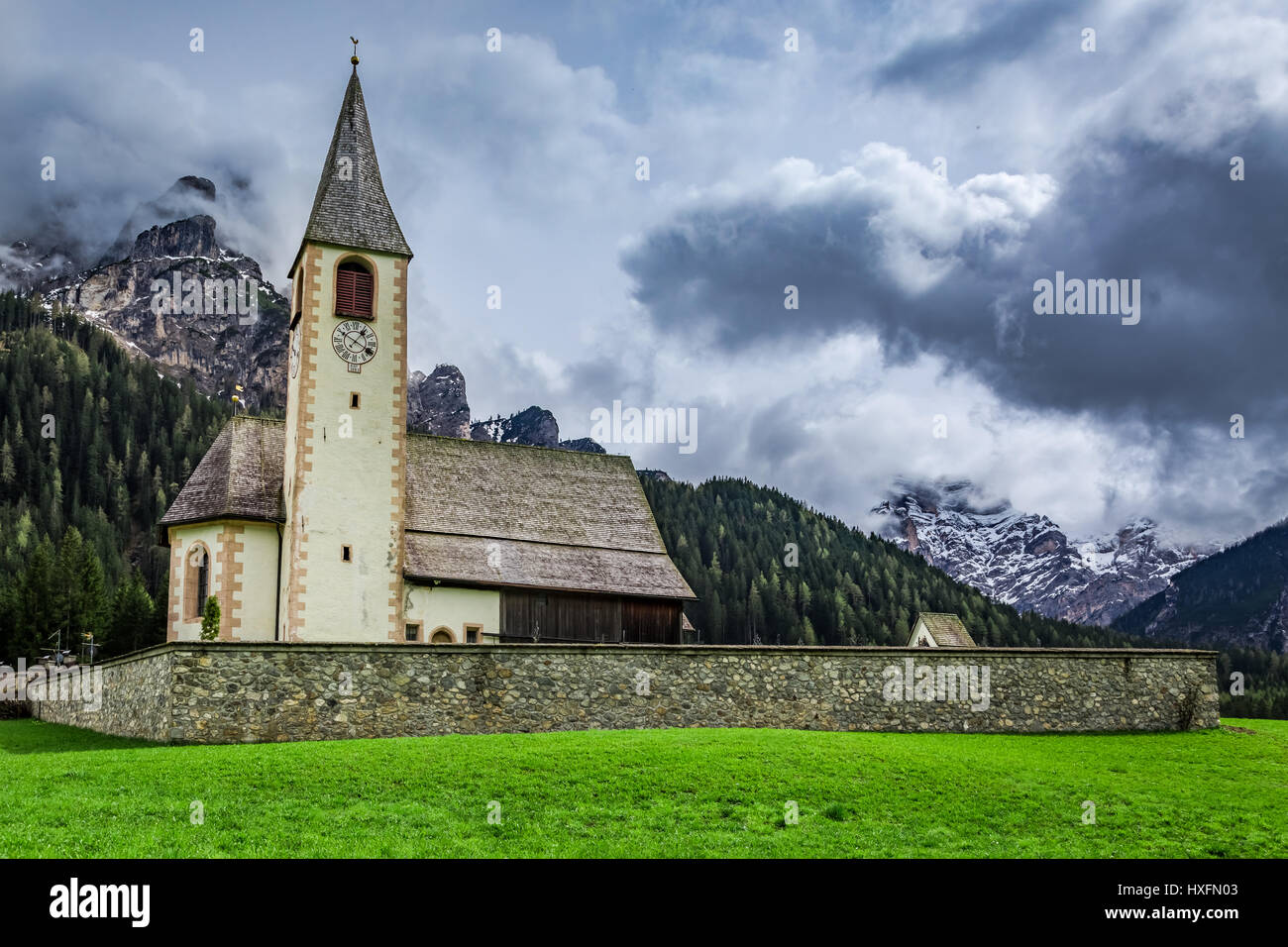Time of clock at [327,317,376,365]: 1:19
